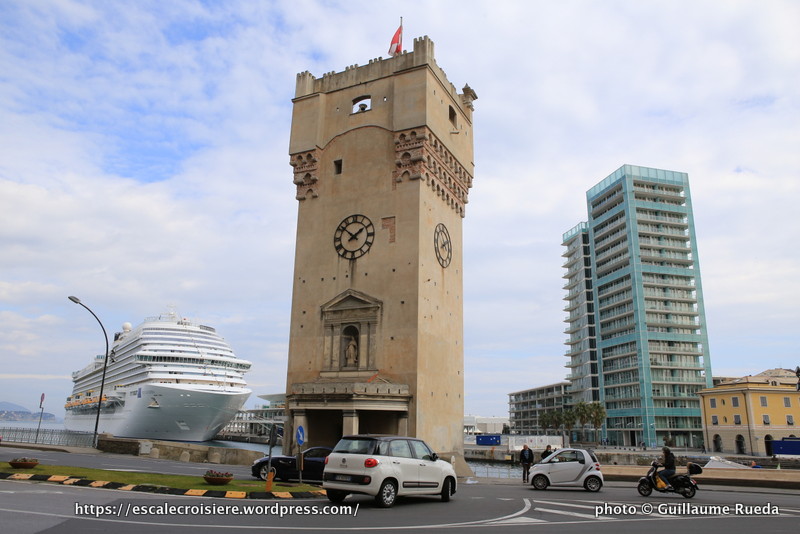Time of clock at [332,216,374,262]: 1:51
